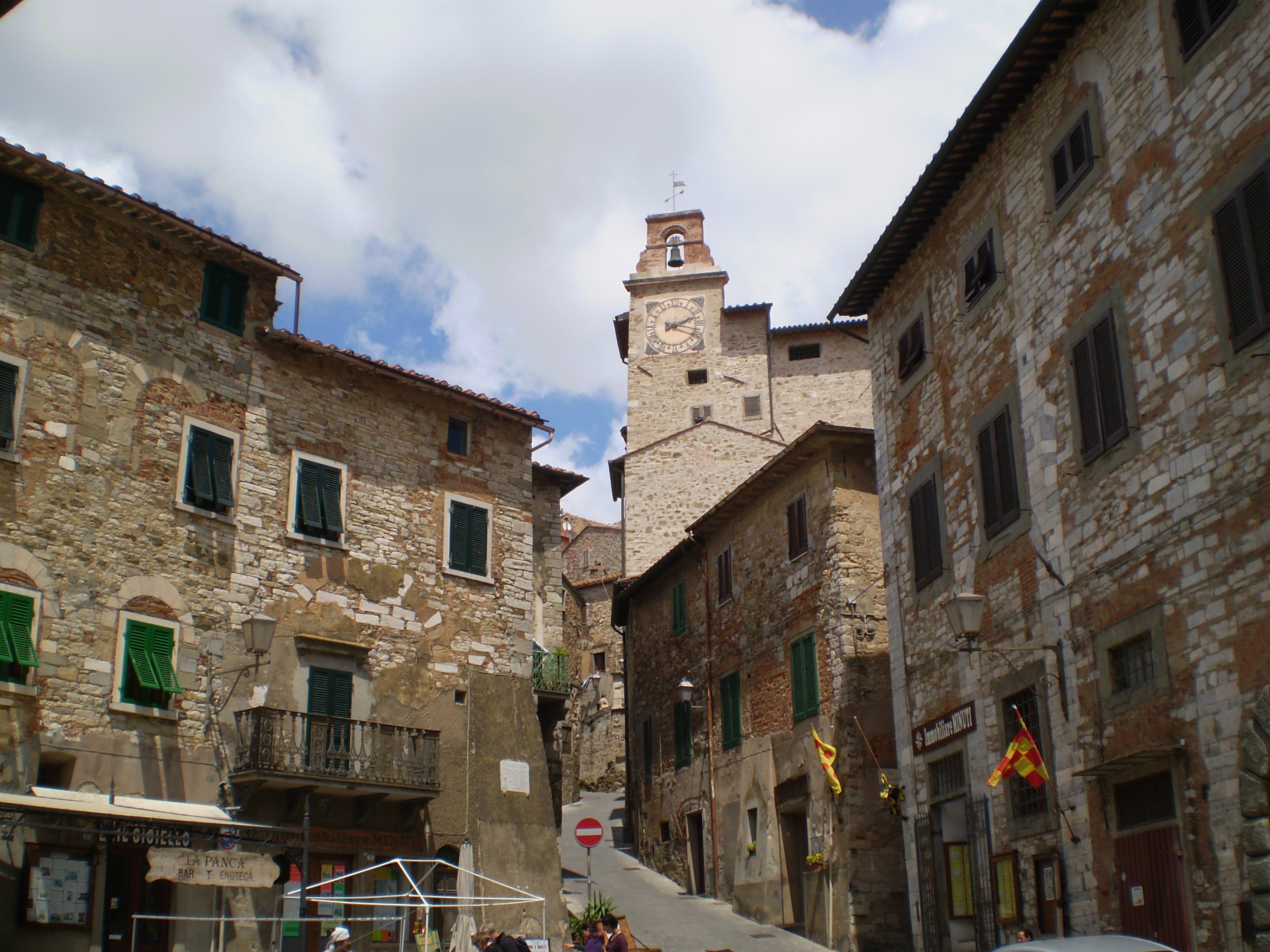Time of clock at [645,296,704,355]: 2:18
